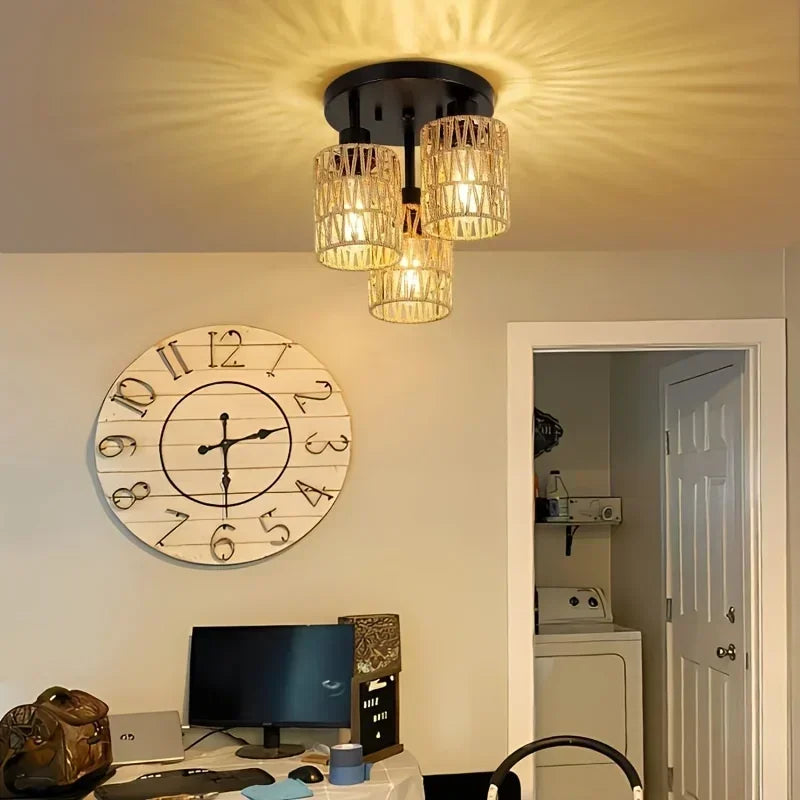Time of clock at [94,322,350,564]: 2:29
